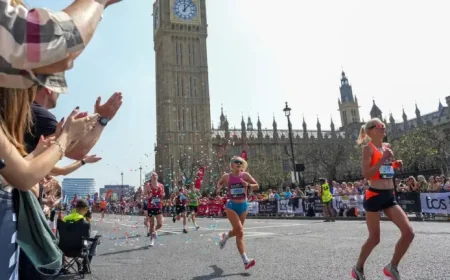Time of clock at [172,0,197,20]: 12:06
